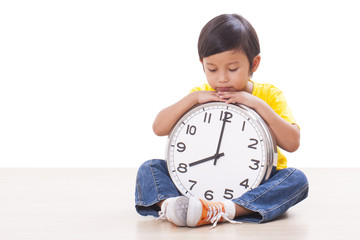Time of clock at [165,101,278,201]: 7:59
